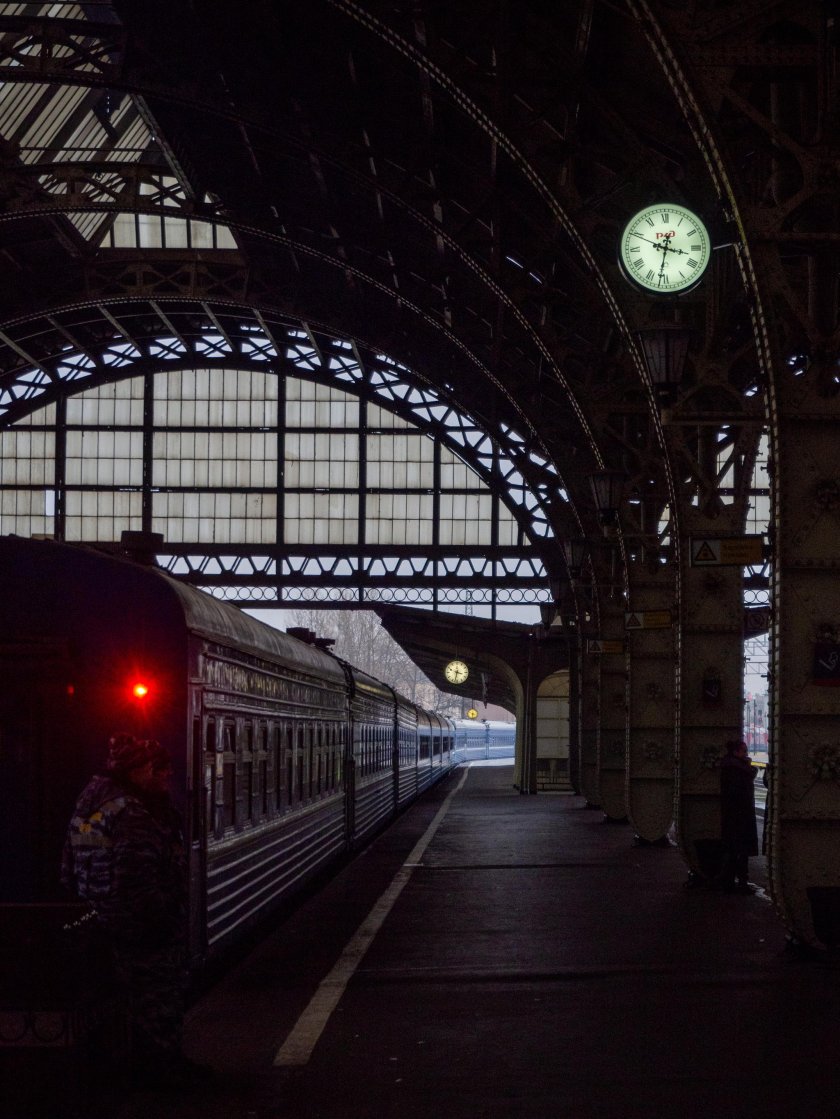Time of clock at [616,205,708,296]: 3:31
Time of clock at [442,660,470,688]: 3:32
